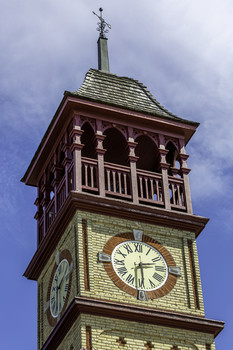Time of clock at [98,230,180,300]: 2:29
